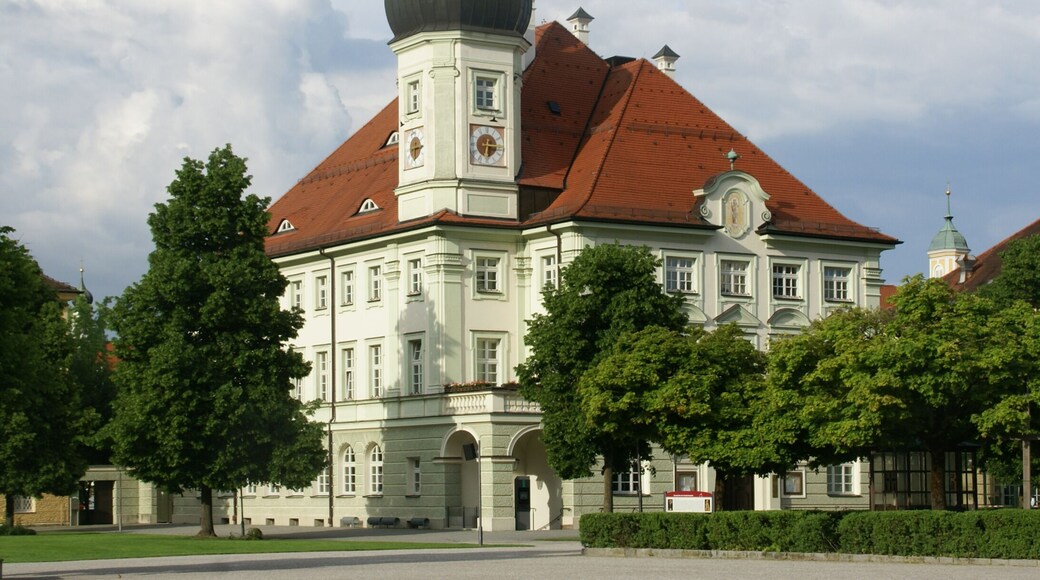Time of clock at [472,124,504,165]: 6:15
